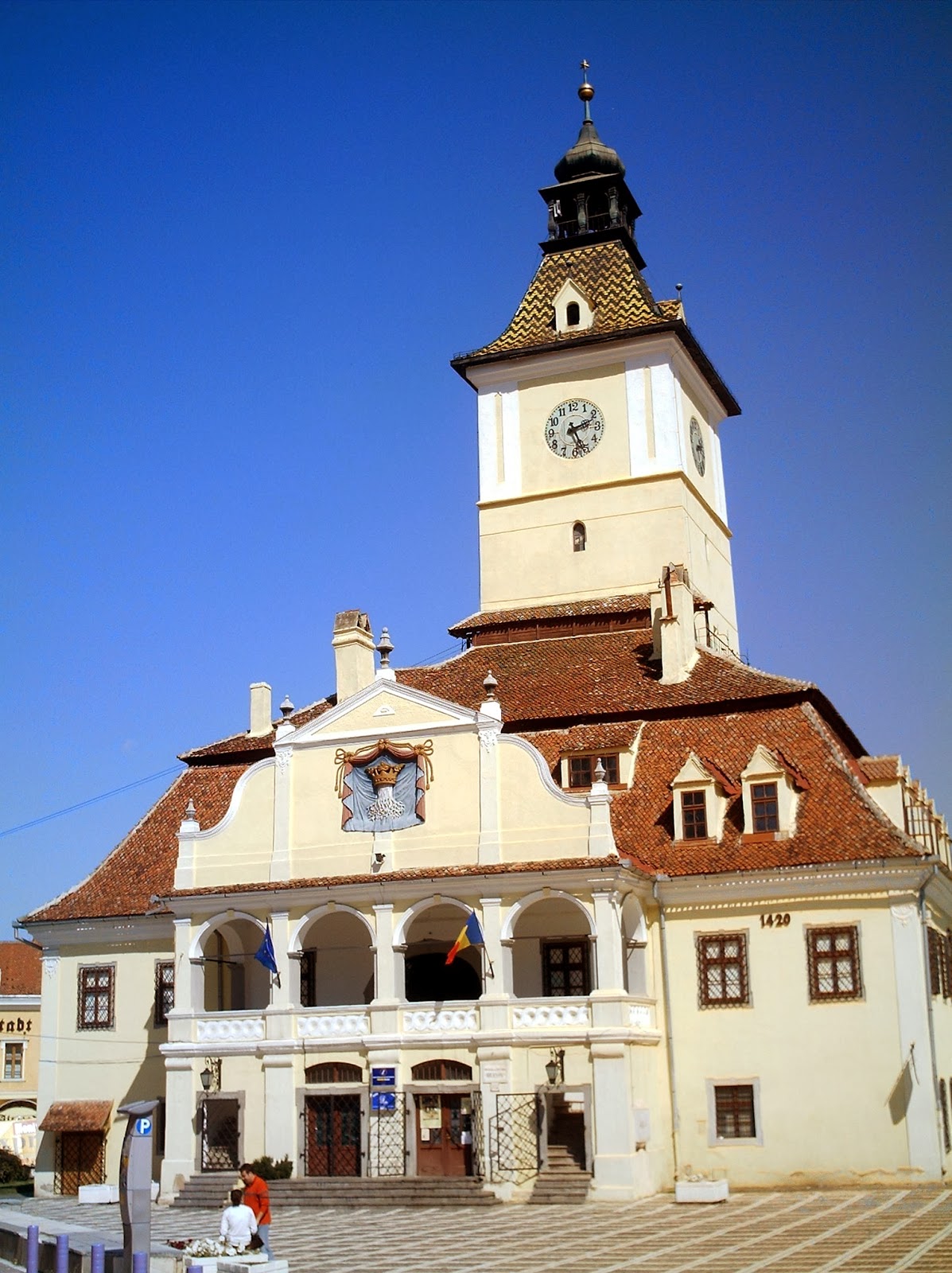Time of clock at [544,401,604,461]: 2:26
